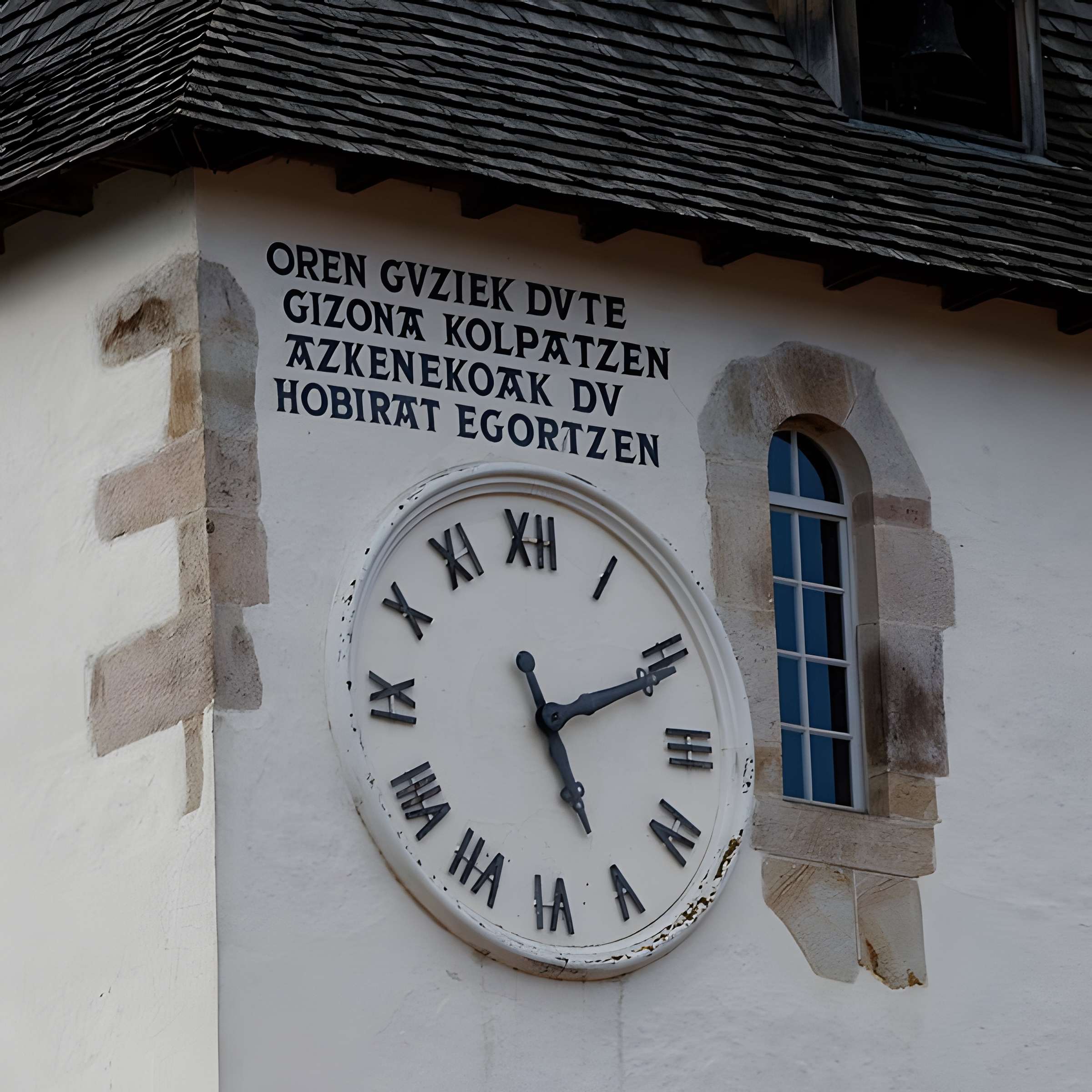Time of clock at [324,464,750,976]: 5:11
